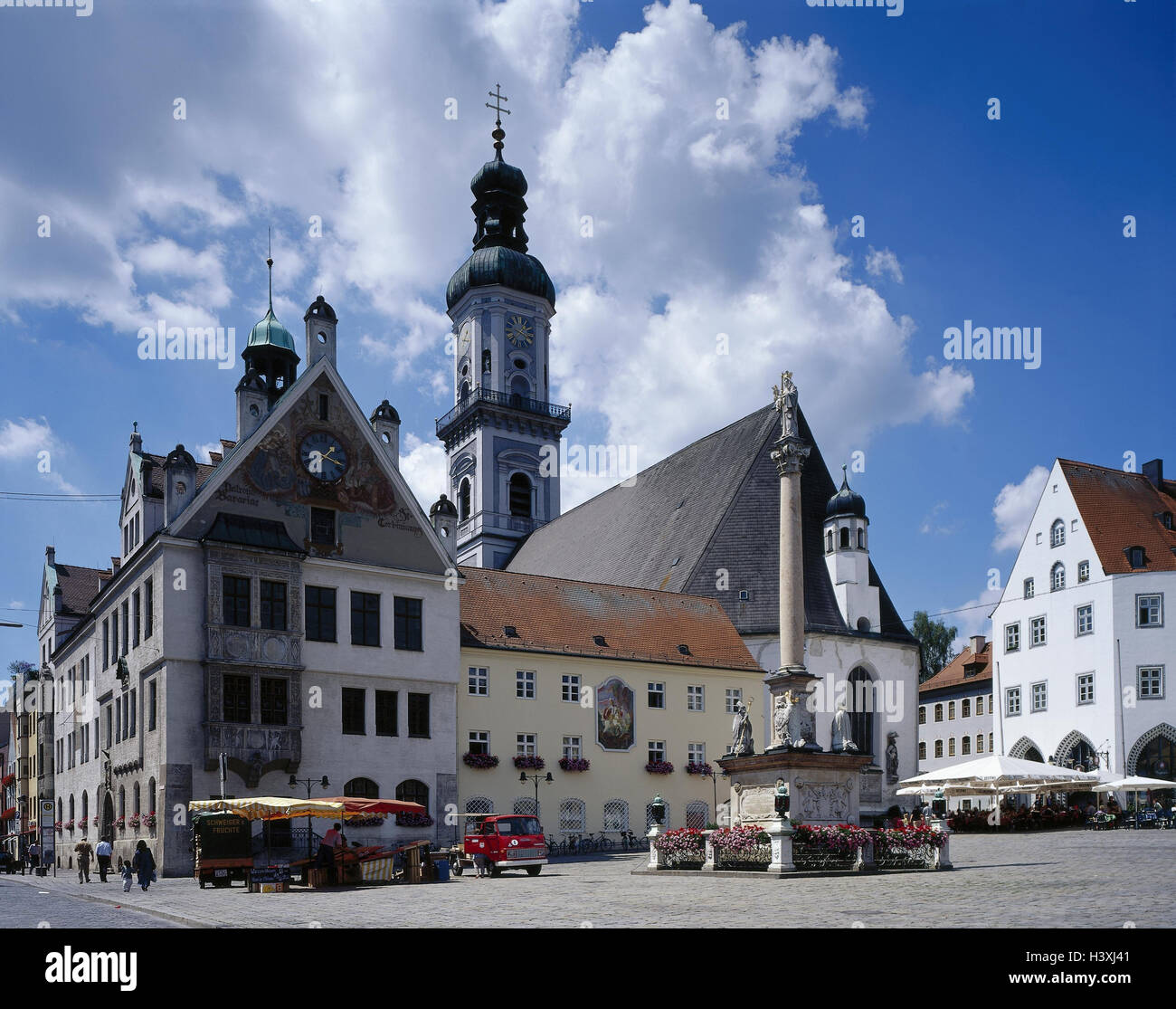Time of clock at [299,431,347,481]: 1:18
